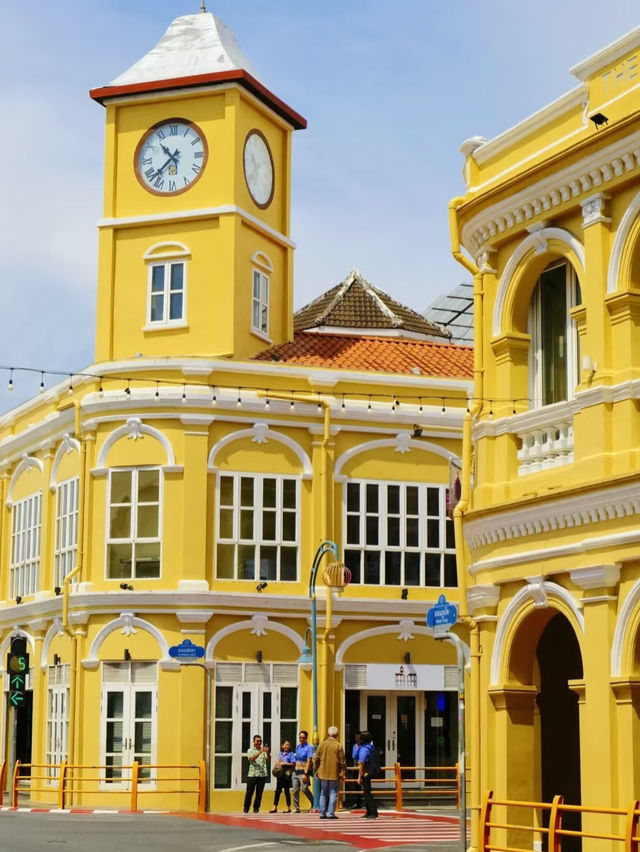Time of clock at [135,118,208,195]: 10:37
